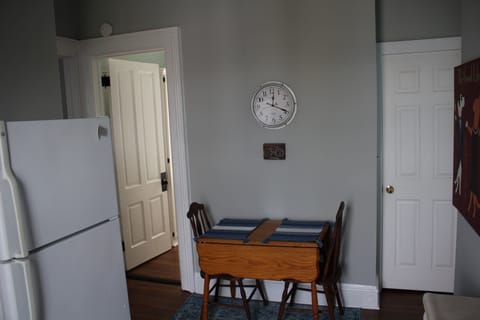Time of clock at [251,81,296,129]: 12:19
